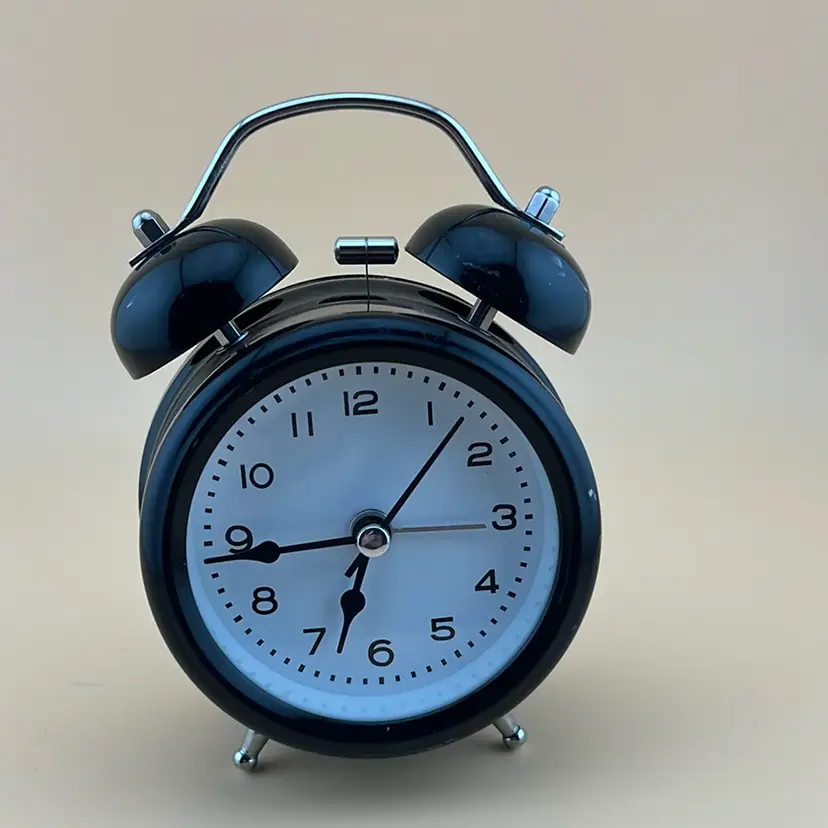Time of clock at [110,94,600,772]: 6:44
